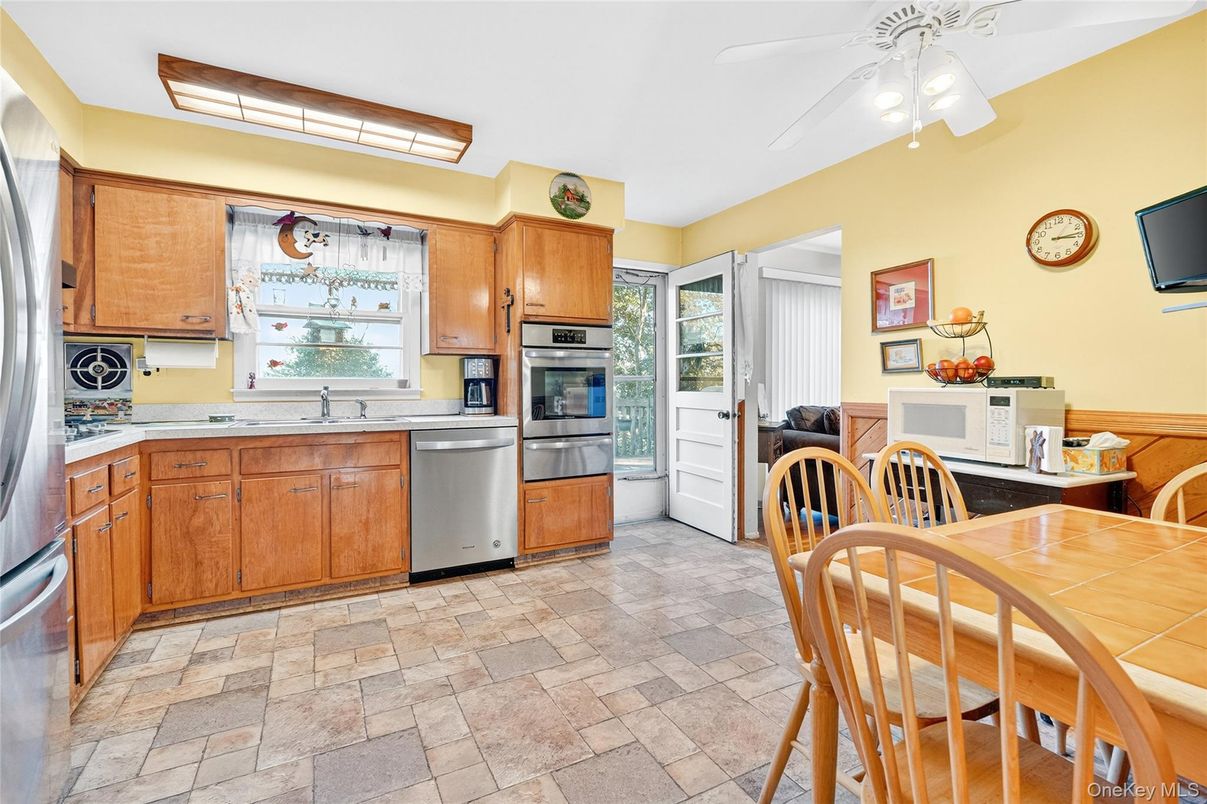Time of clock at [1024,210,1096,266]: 3:13
